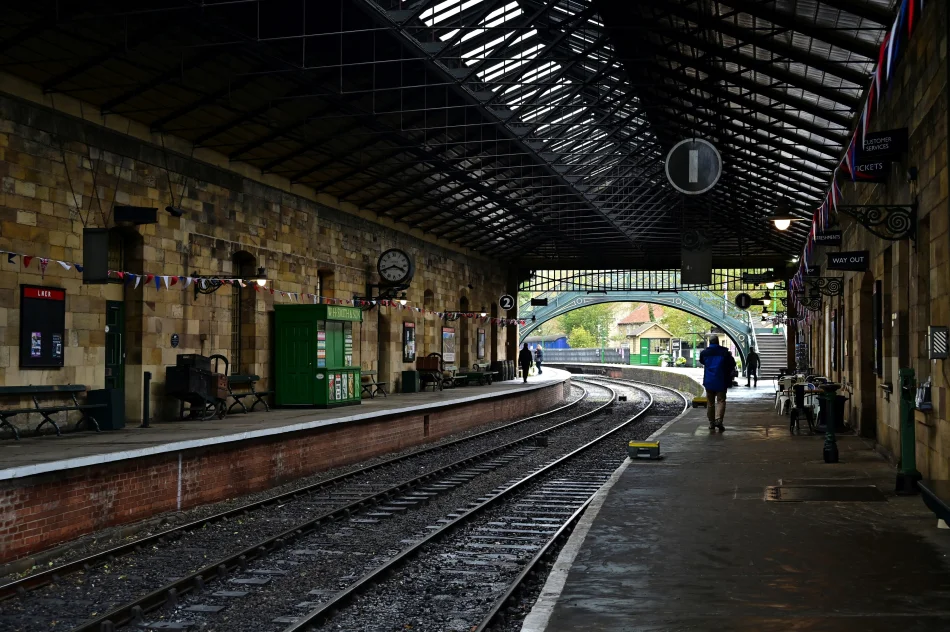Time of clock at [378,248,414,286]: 3:41
